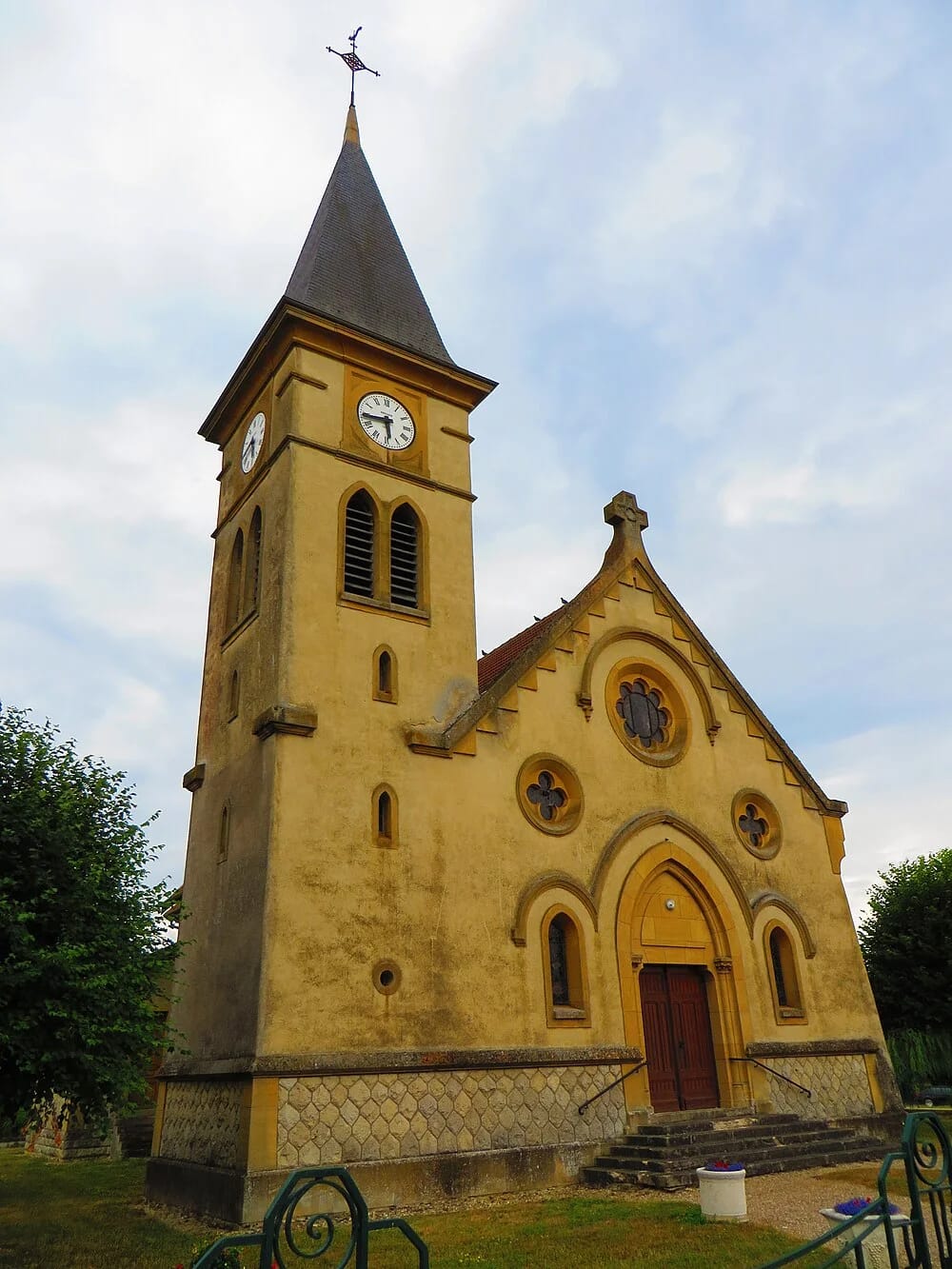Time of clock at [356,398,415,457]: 5:44
